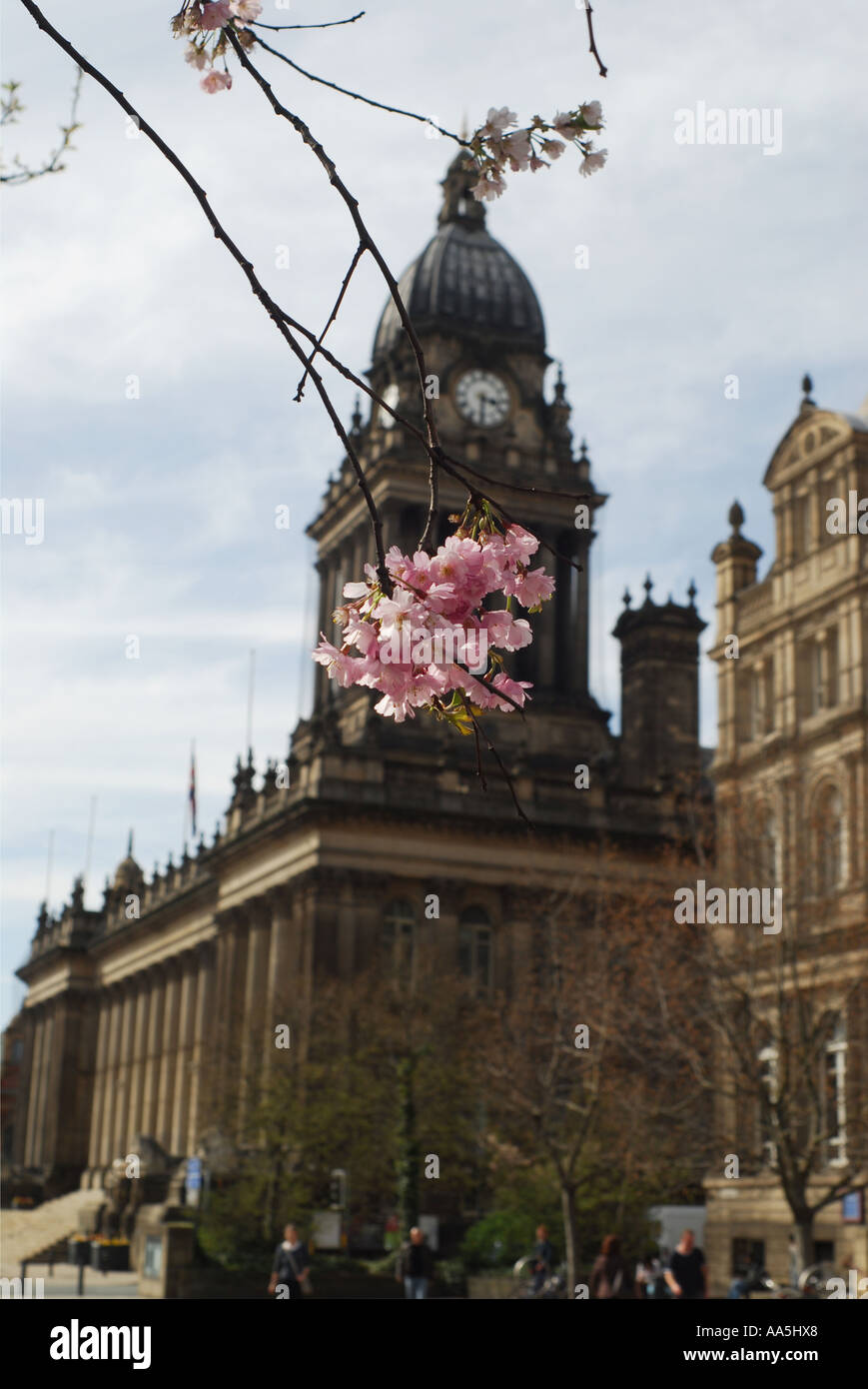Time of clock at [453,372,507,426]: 3:30
